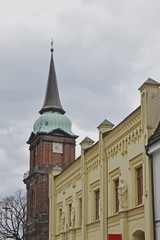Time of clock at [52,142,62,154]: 5:17
